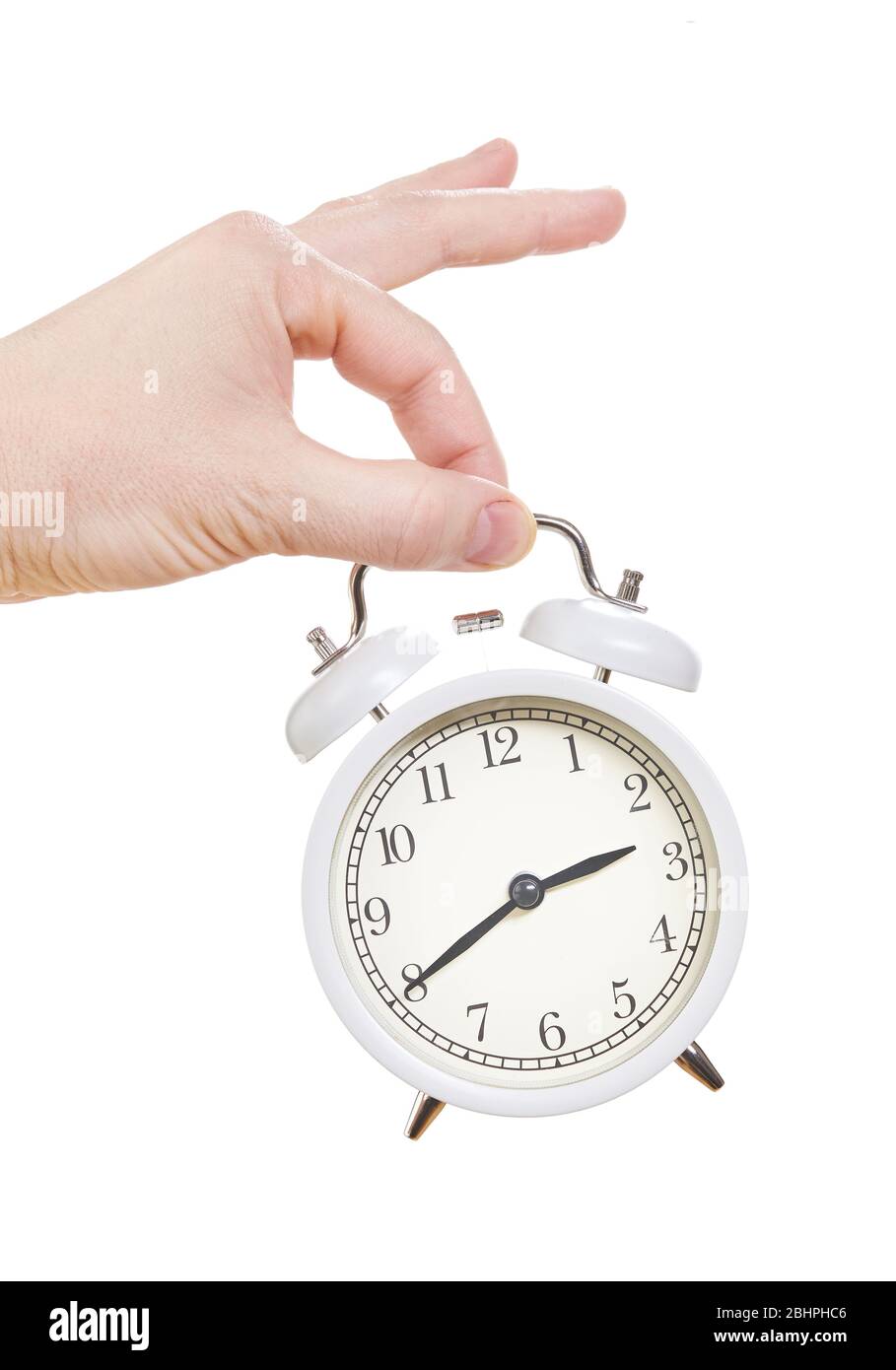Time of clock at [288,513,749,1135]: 2:40
